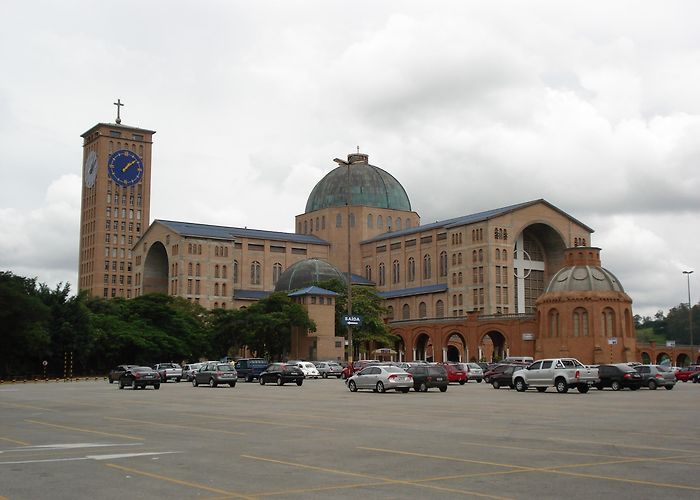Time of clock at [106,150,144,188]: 1:08
